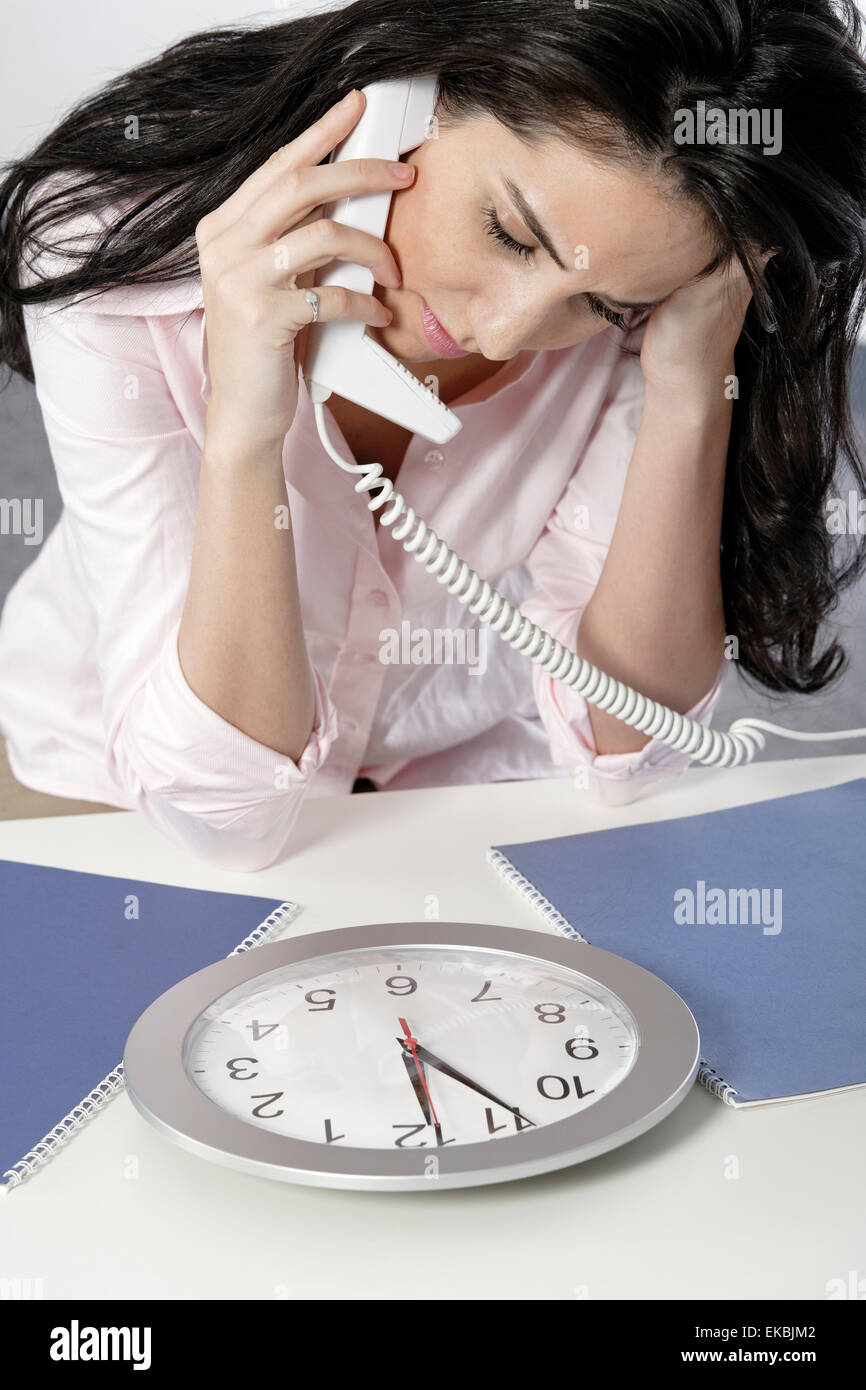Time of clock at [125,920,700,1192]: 4:28
